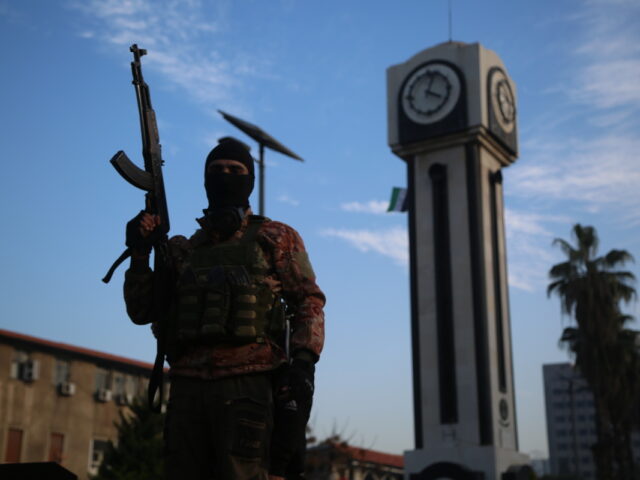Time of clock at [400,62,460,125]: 4:03
